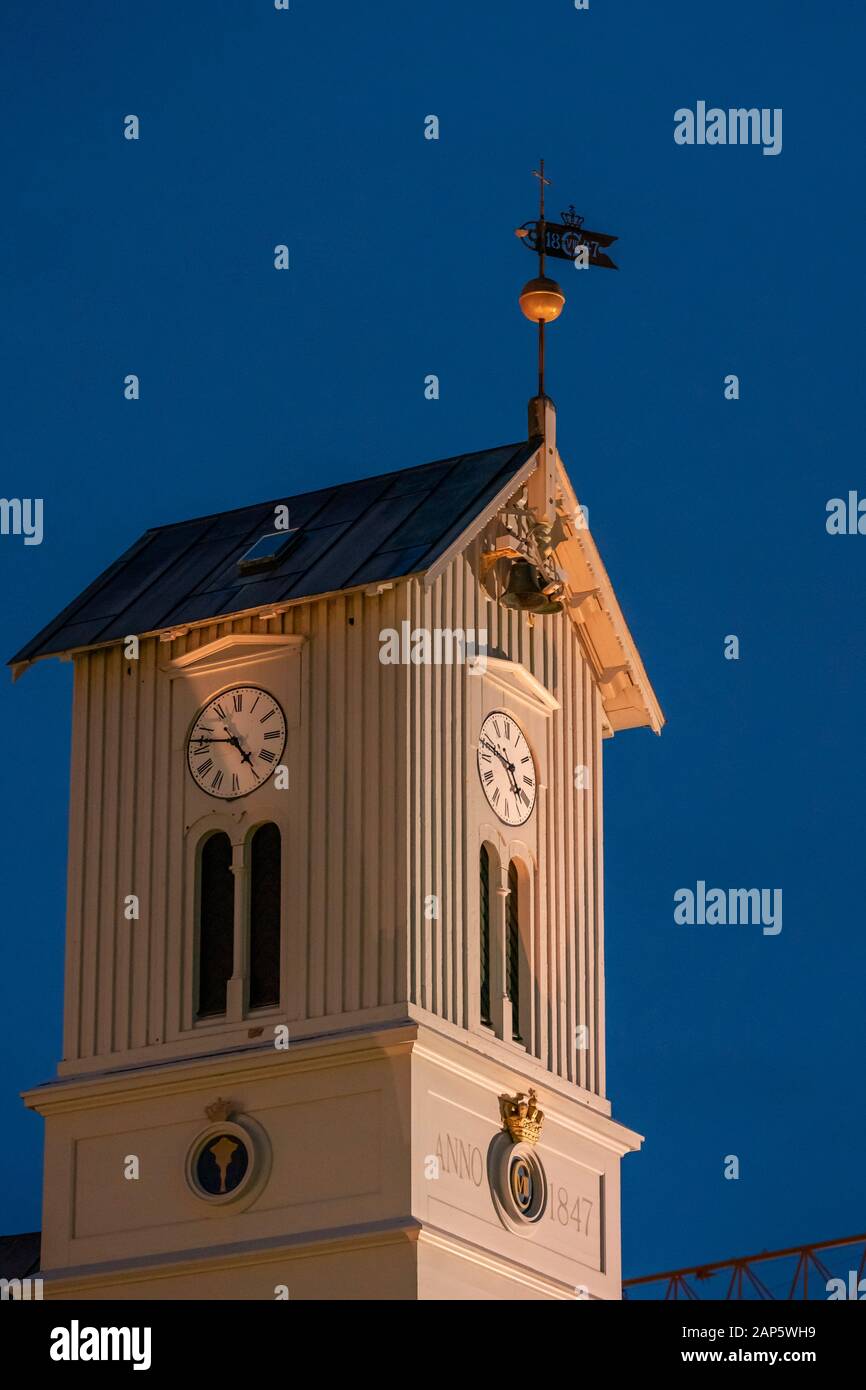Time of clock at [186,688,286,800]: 4:46
